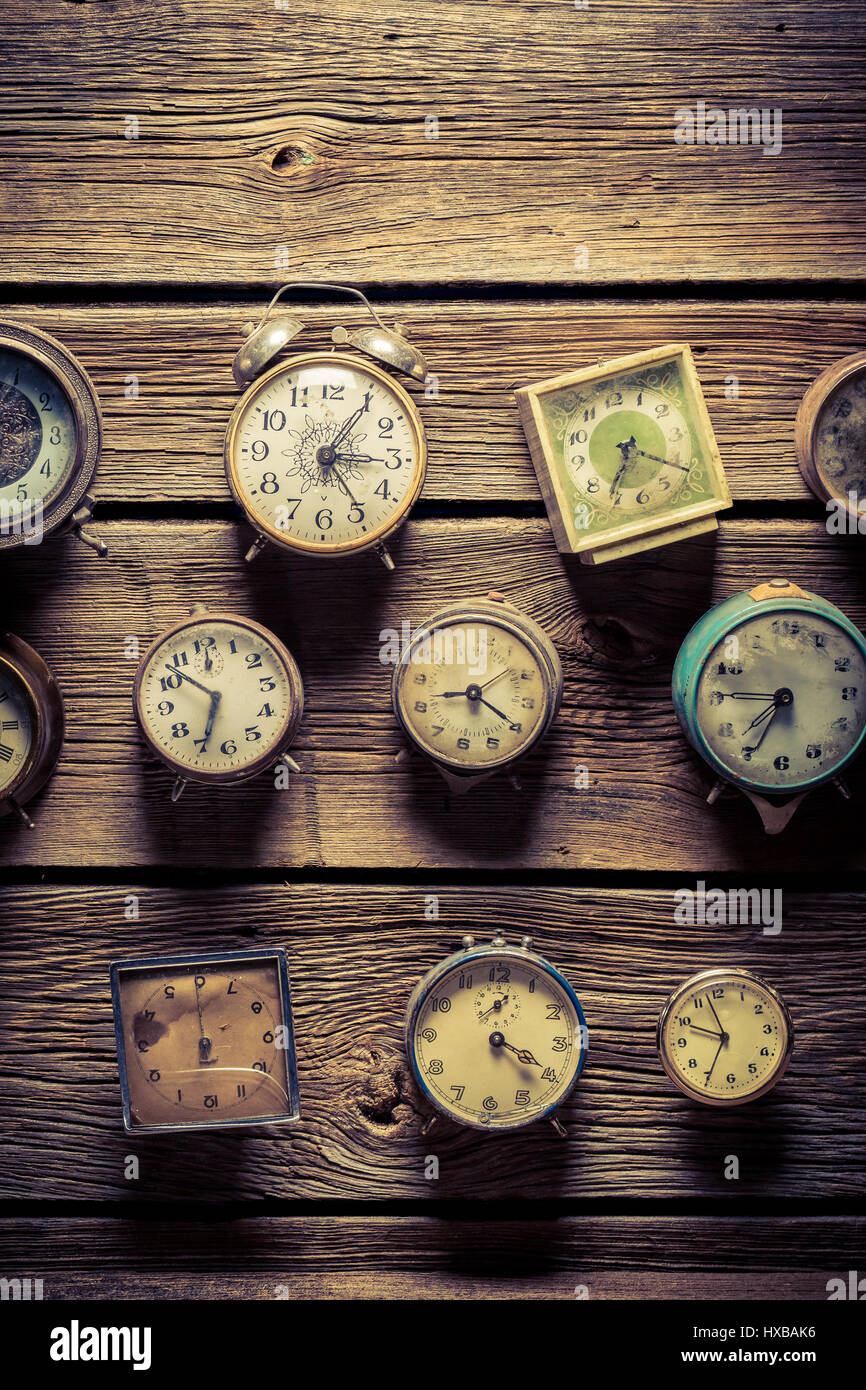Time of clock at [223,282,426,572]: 3:05
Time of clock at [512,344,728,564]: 7:21
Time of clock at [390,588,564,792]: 8:19
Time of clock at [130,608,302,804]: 6:52
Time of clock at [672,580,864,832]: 6:45
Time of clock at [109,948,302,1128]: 5:59
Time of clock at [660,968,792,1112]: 9:57
